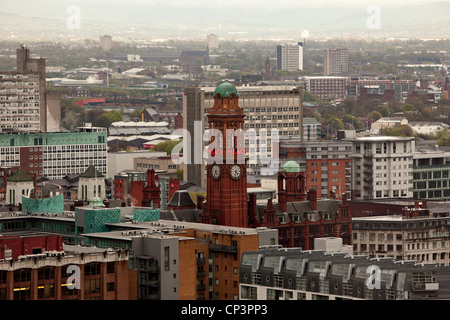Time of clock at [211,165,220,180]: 4:35
